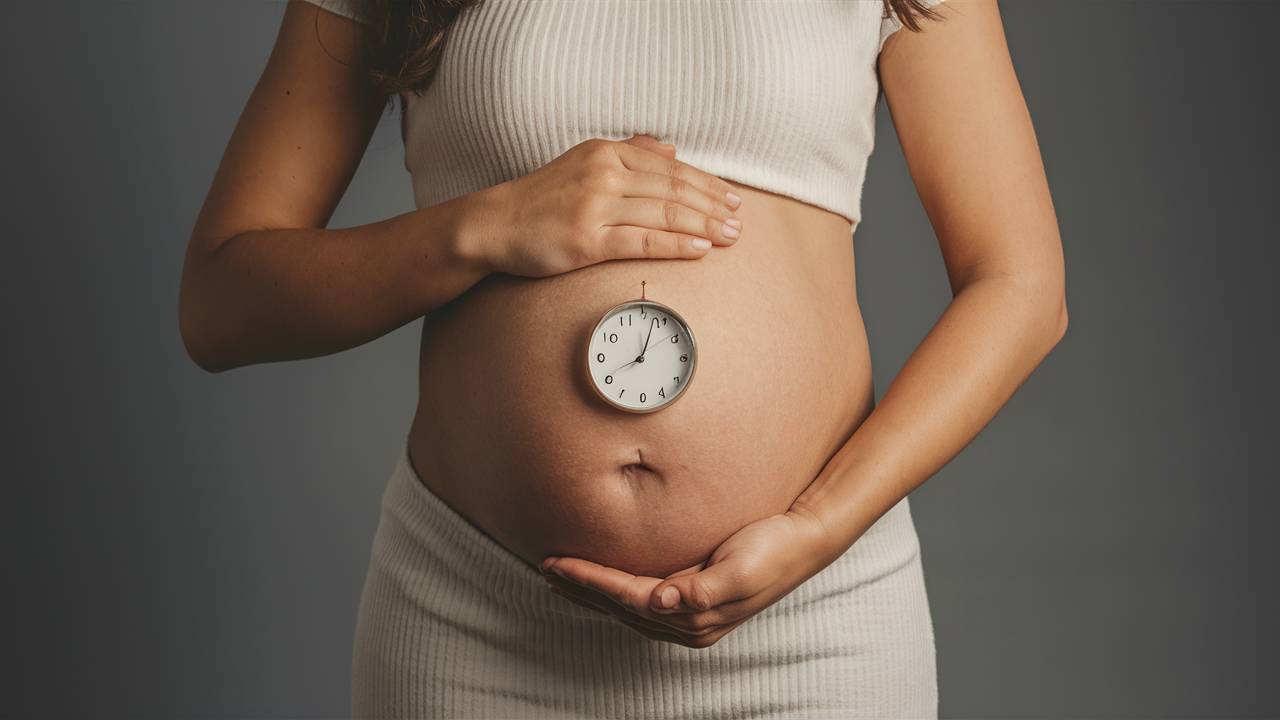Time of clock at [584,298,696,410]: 8:02
